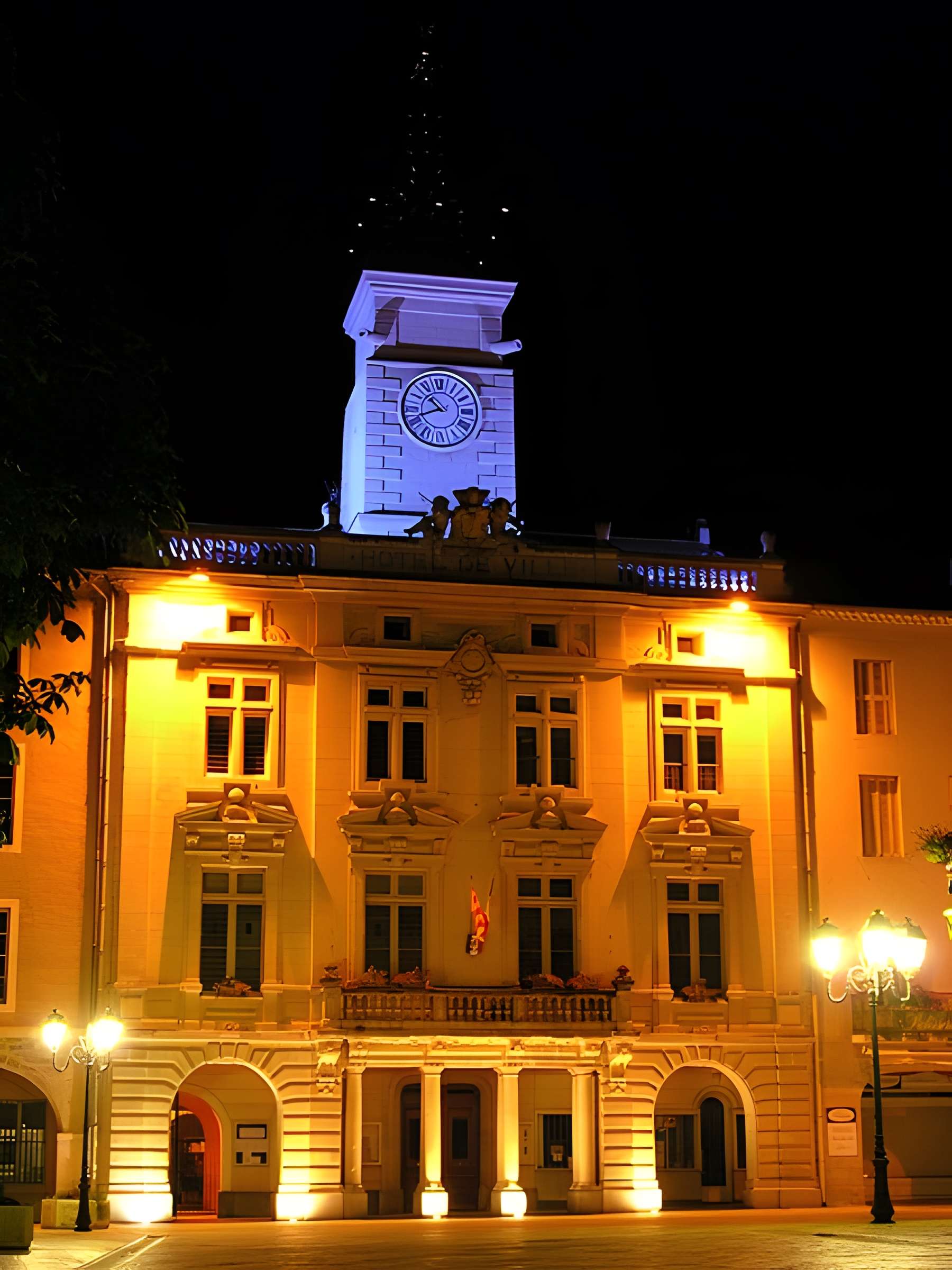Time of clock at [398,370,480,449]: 10:41
